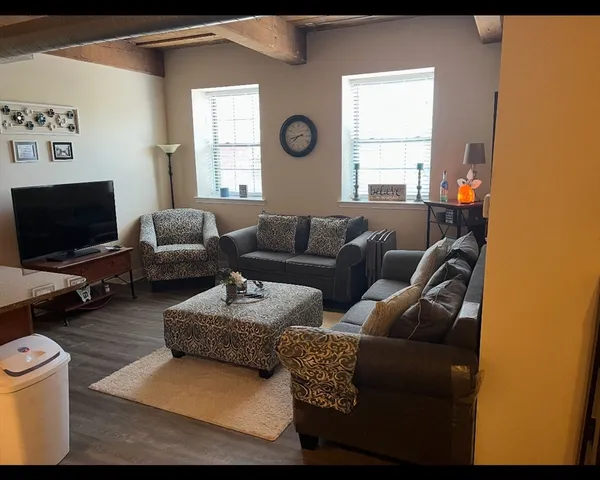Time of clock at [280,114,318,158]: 8:38
